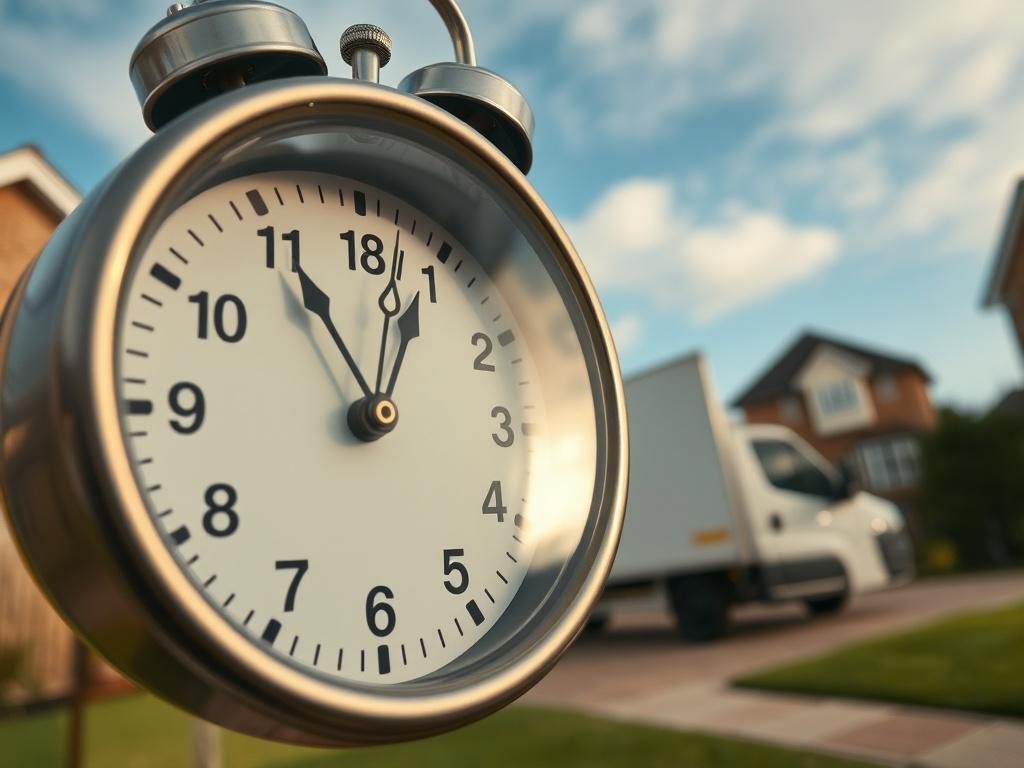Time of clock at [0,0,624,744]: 11:03
